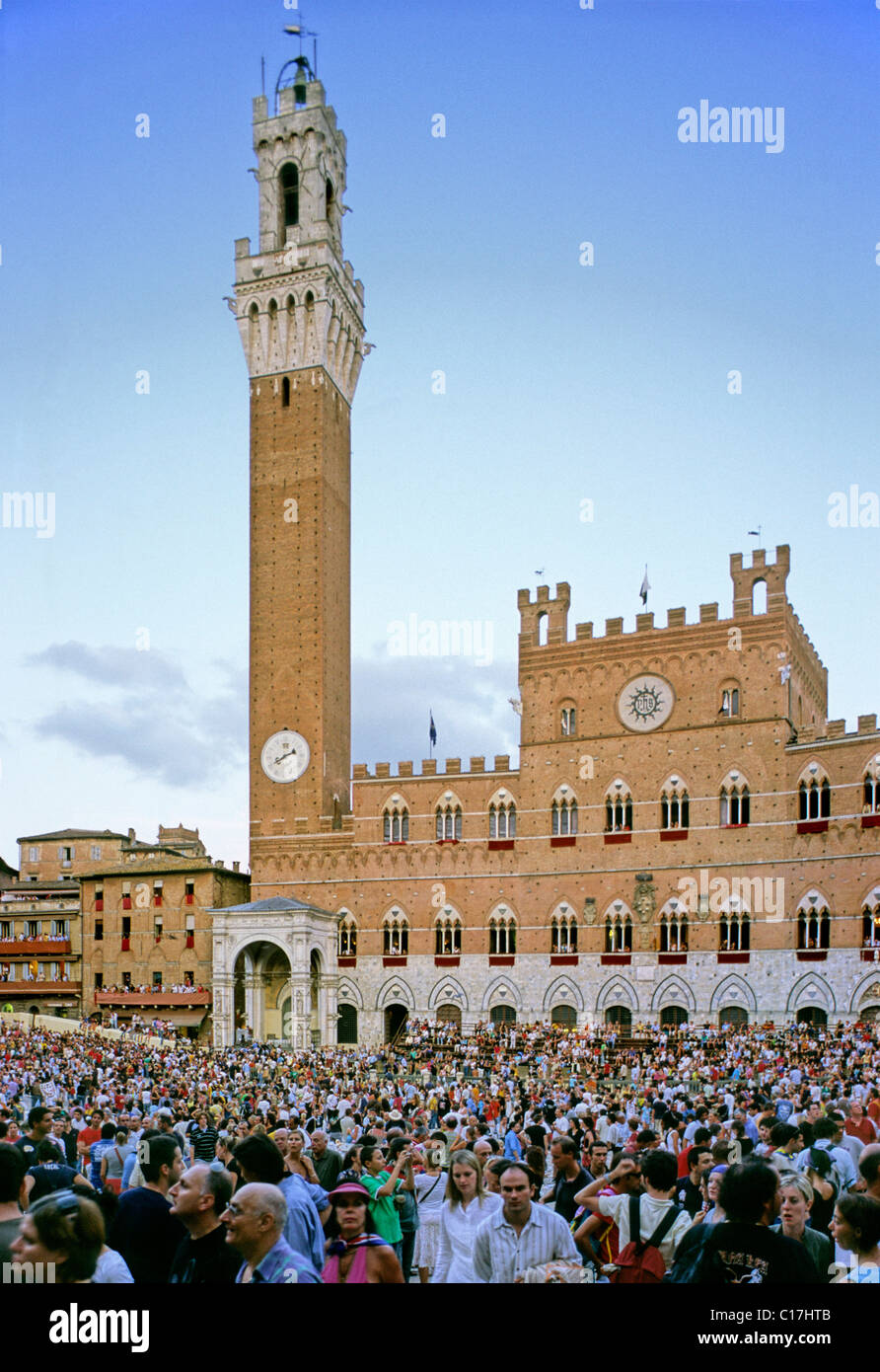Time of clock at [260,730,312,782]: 8:11
